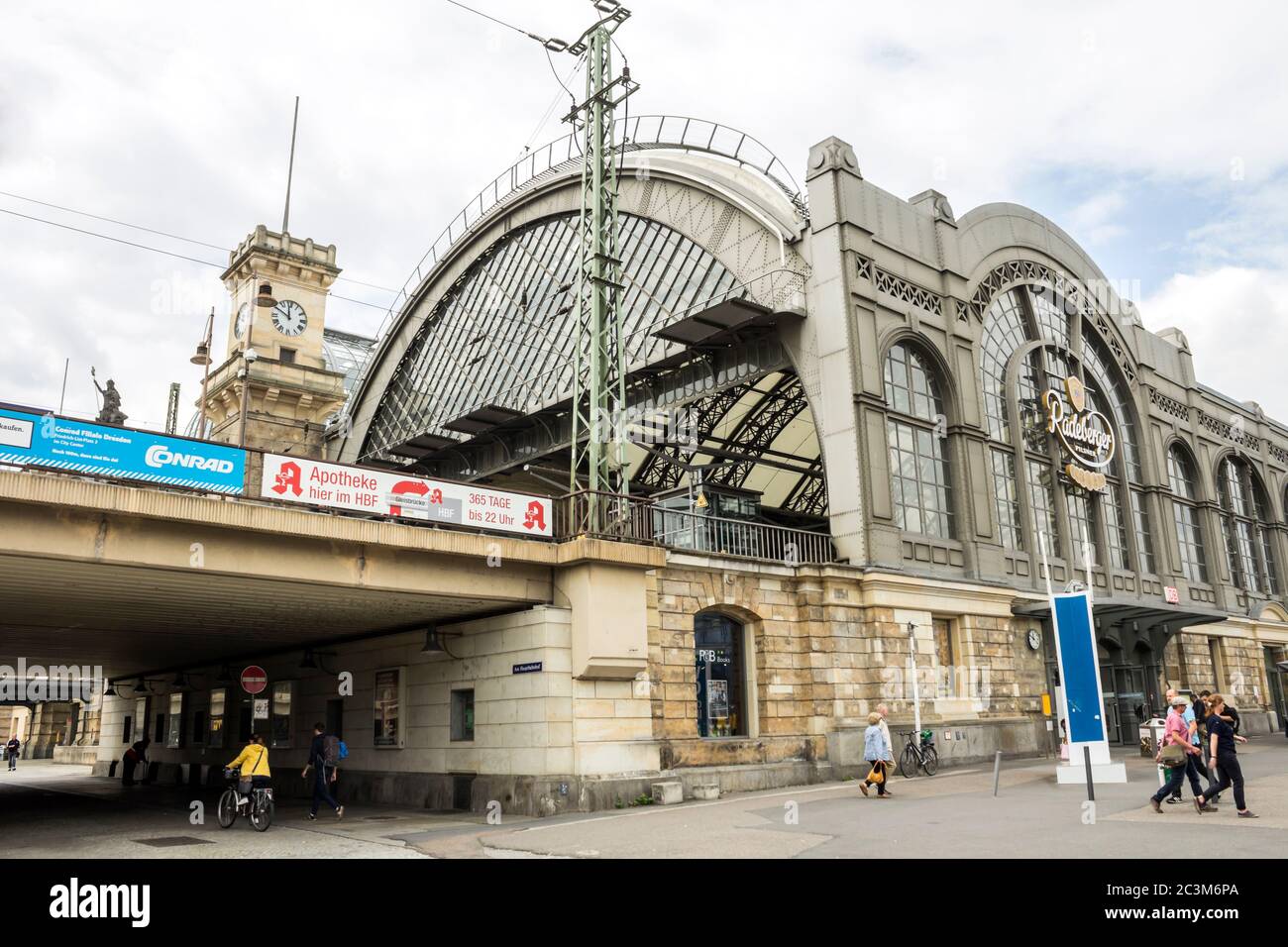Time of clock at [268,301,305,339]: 11:50
